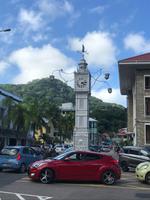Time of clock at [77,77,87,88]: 4:13
